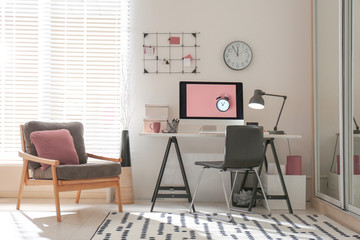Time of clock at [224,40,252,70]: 11:55
